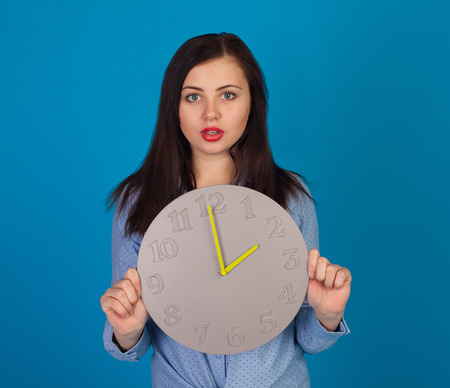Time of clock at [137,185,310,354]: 1:59
